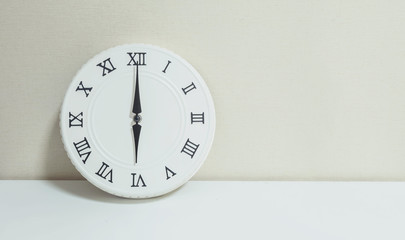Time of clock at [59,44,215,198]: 6:00
